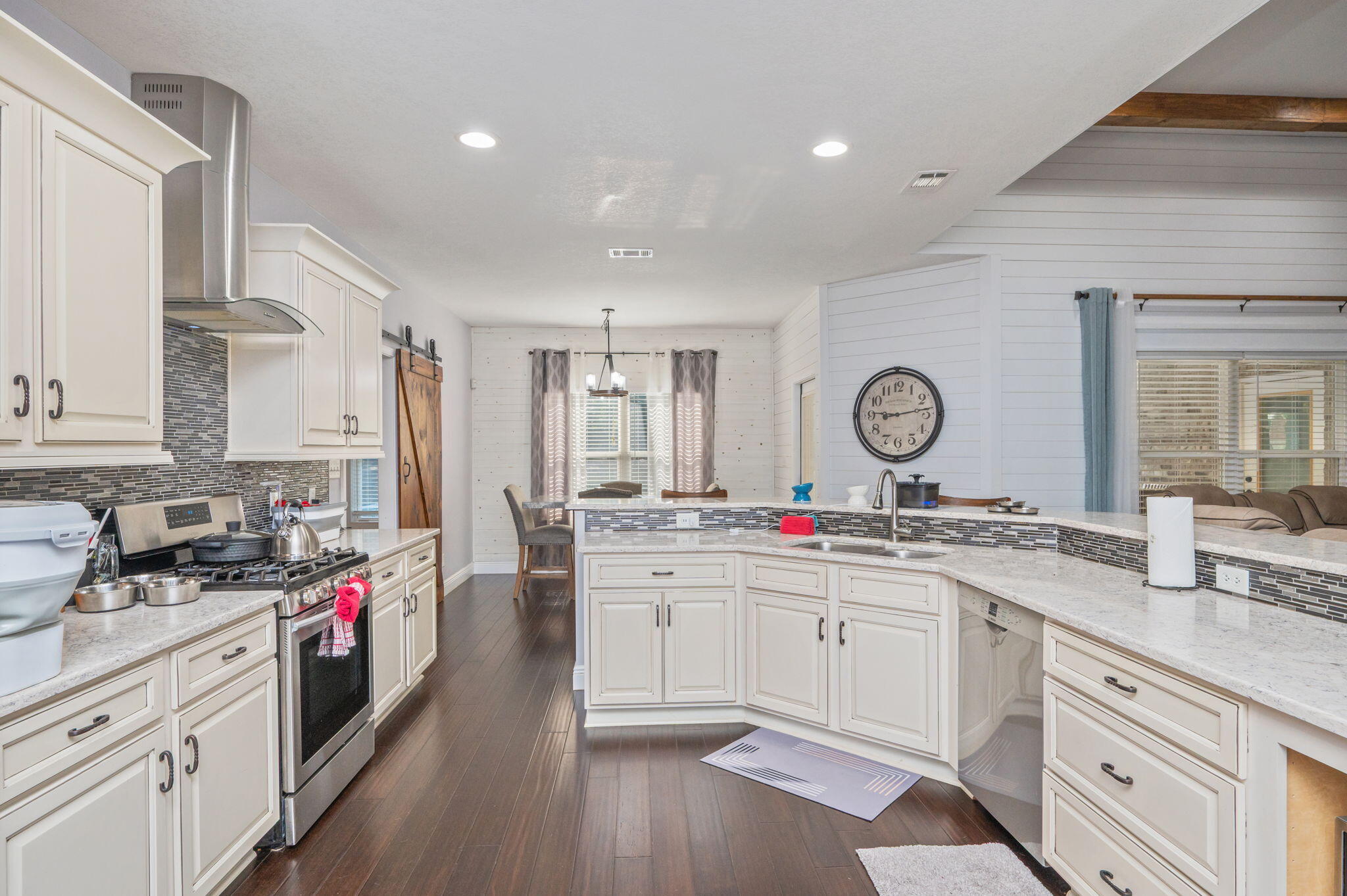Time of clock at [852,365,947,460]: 9:13
